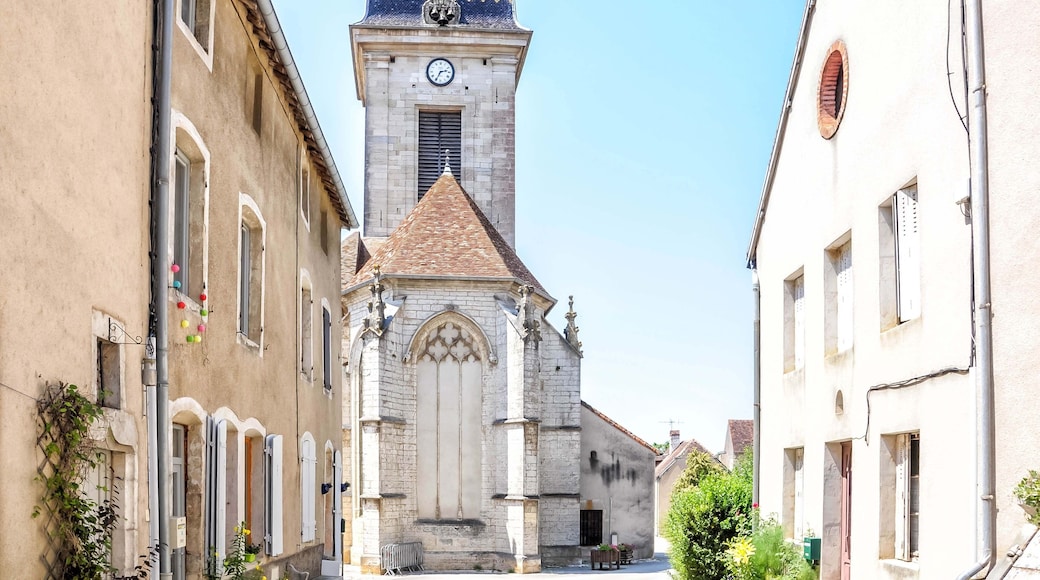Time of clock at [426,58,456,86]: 2:34
